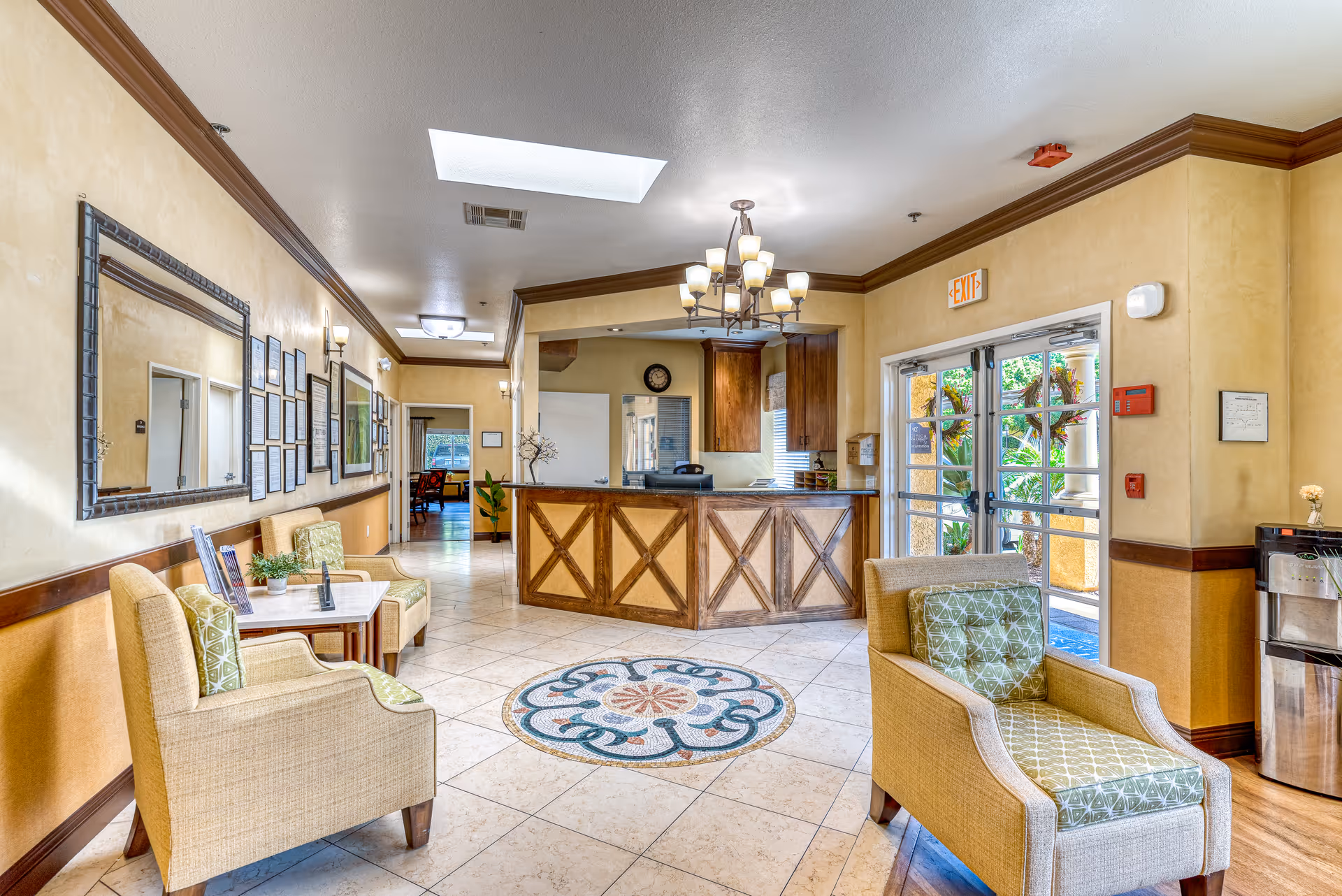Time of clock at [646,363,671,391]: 11:11
